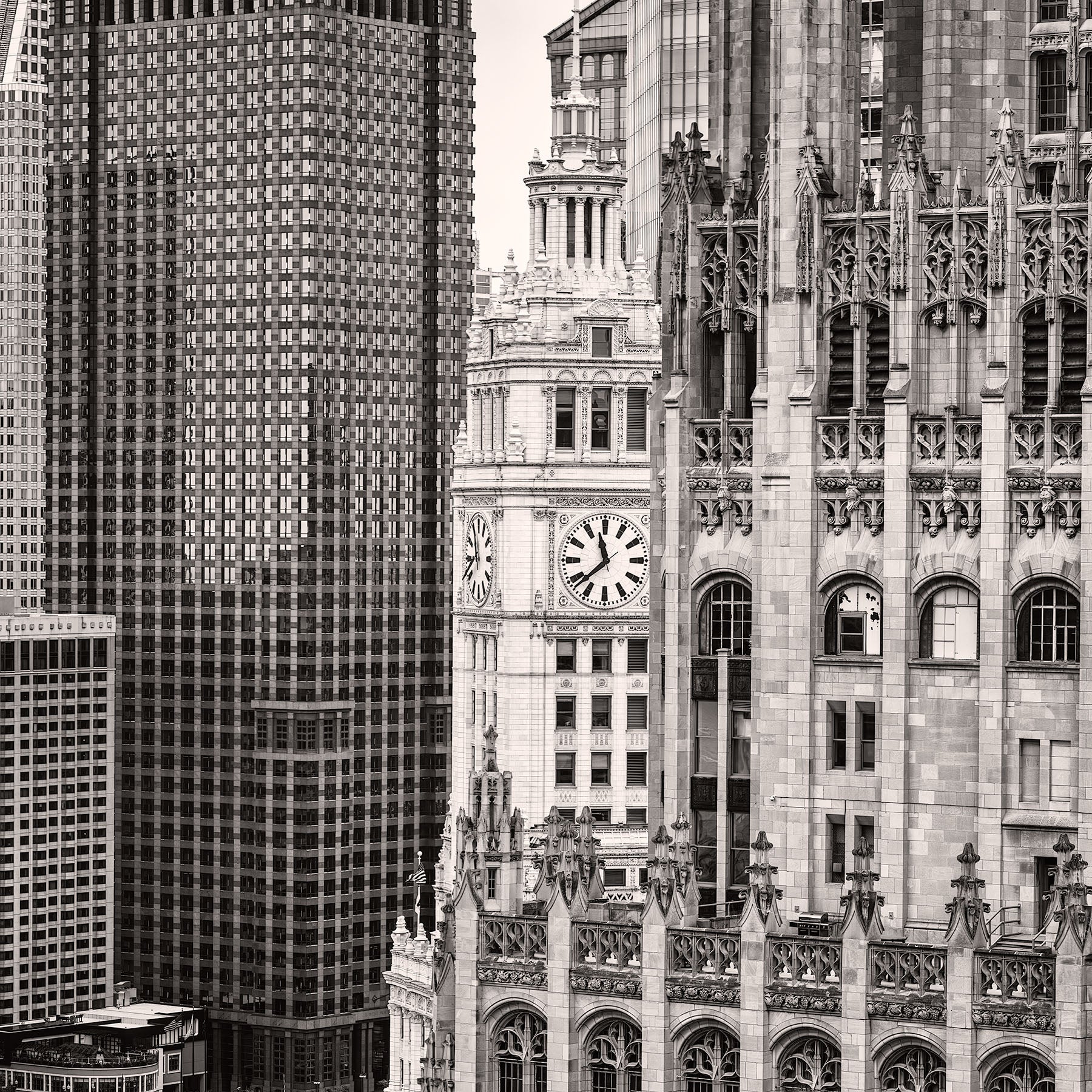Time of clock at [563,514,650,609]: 11:37
